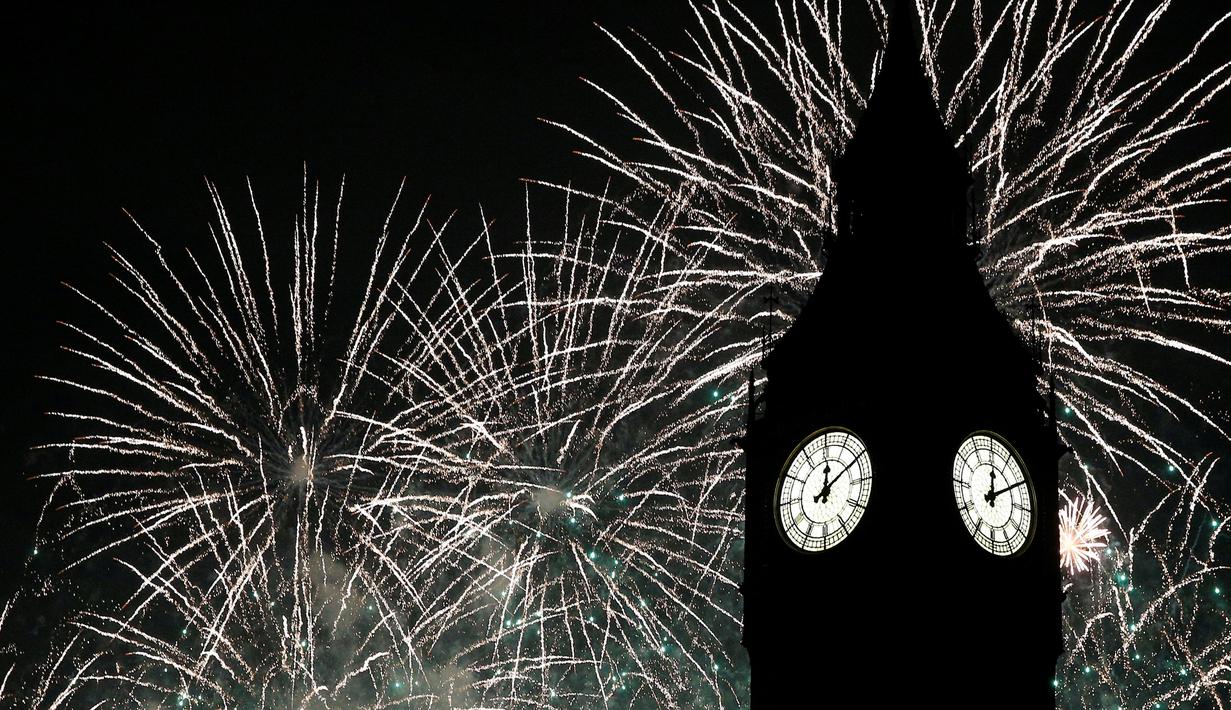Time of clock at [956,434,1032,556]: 12:09
